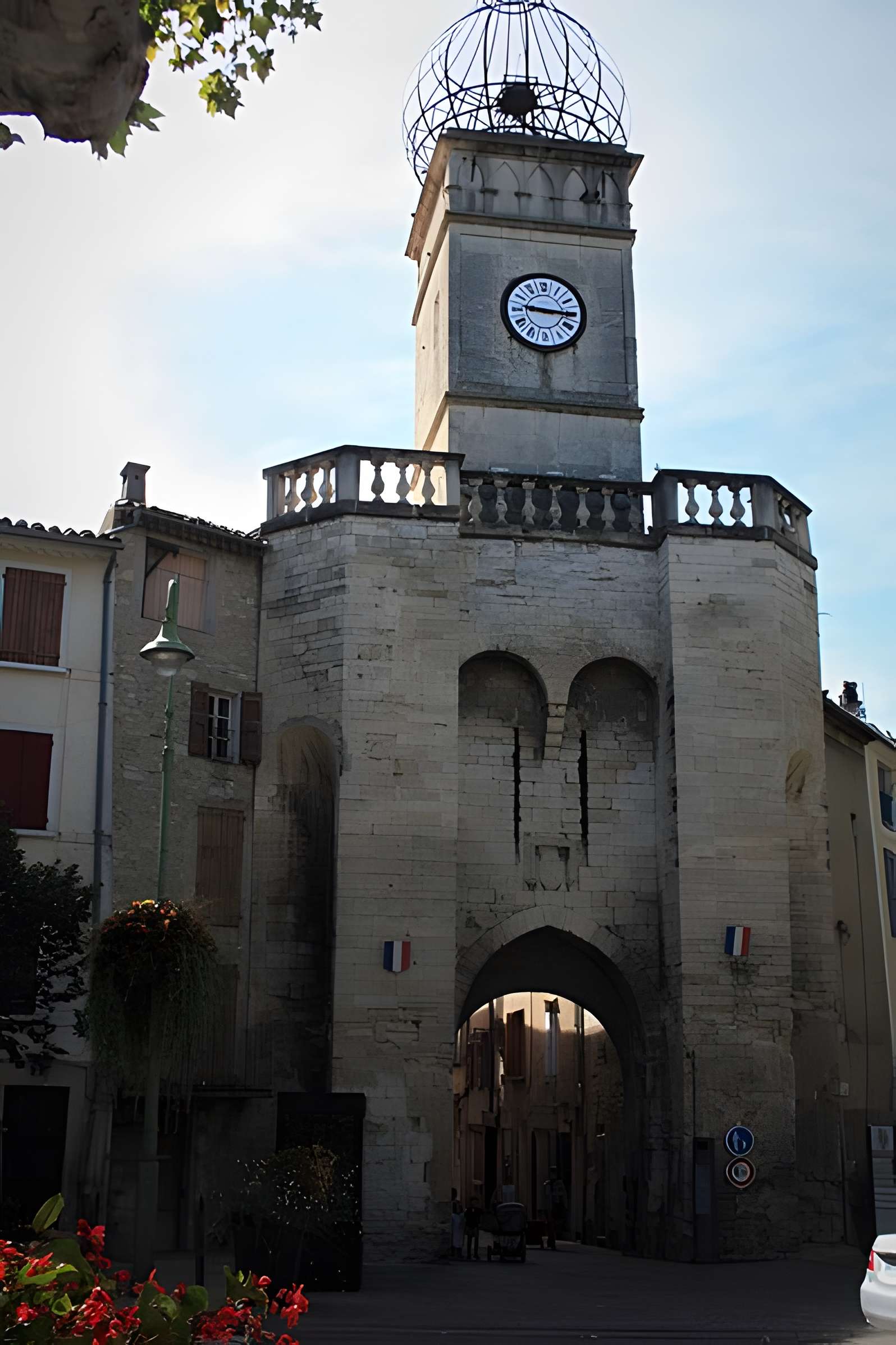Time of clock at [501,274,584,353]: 9:15
